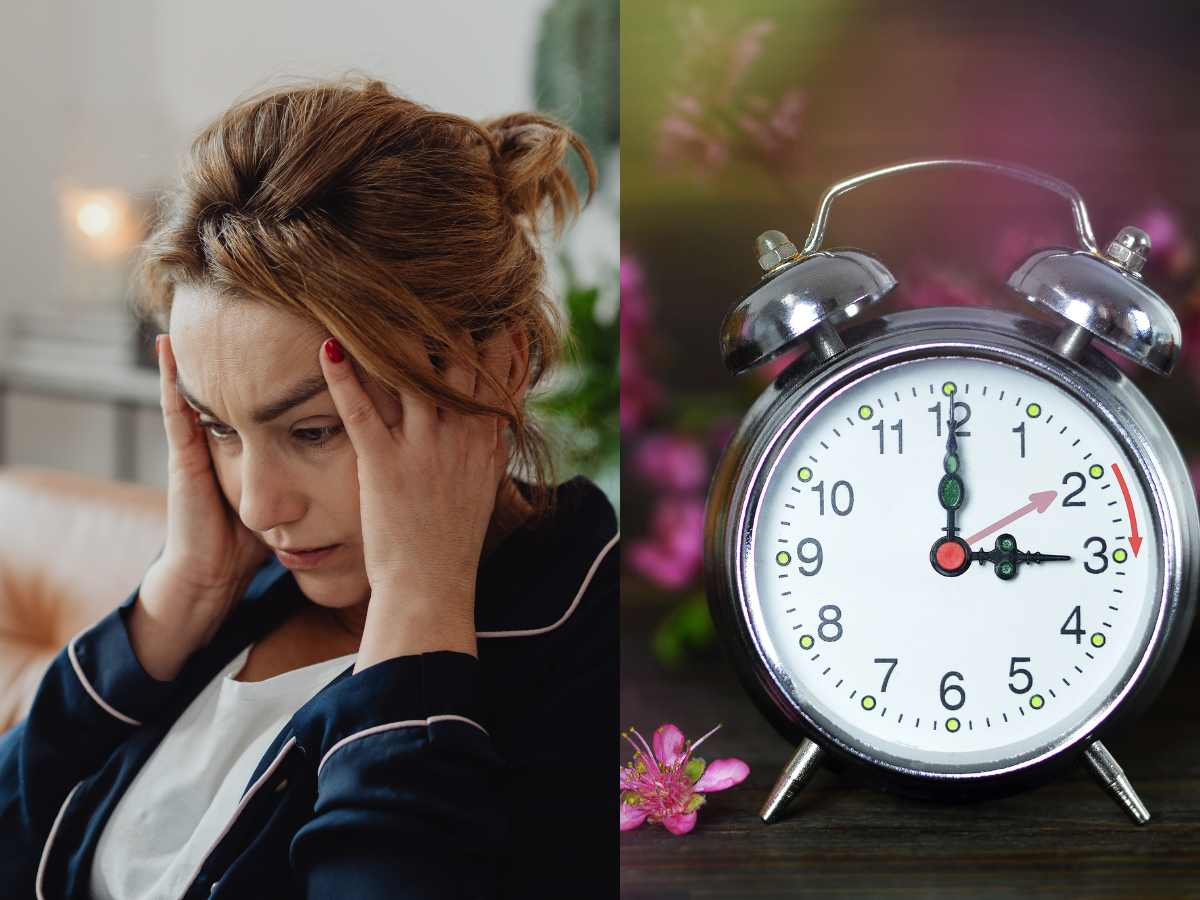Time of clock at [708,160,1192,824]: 3:00
